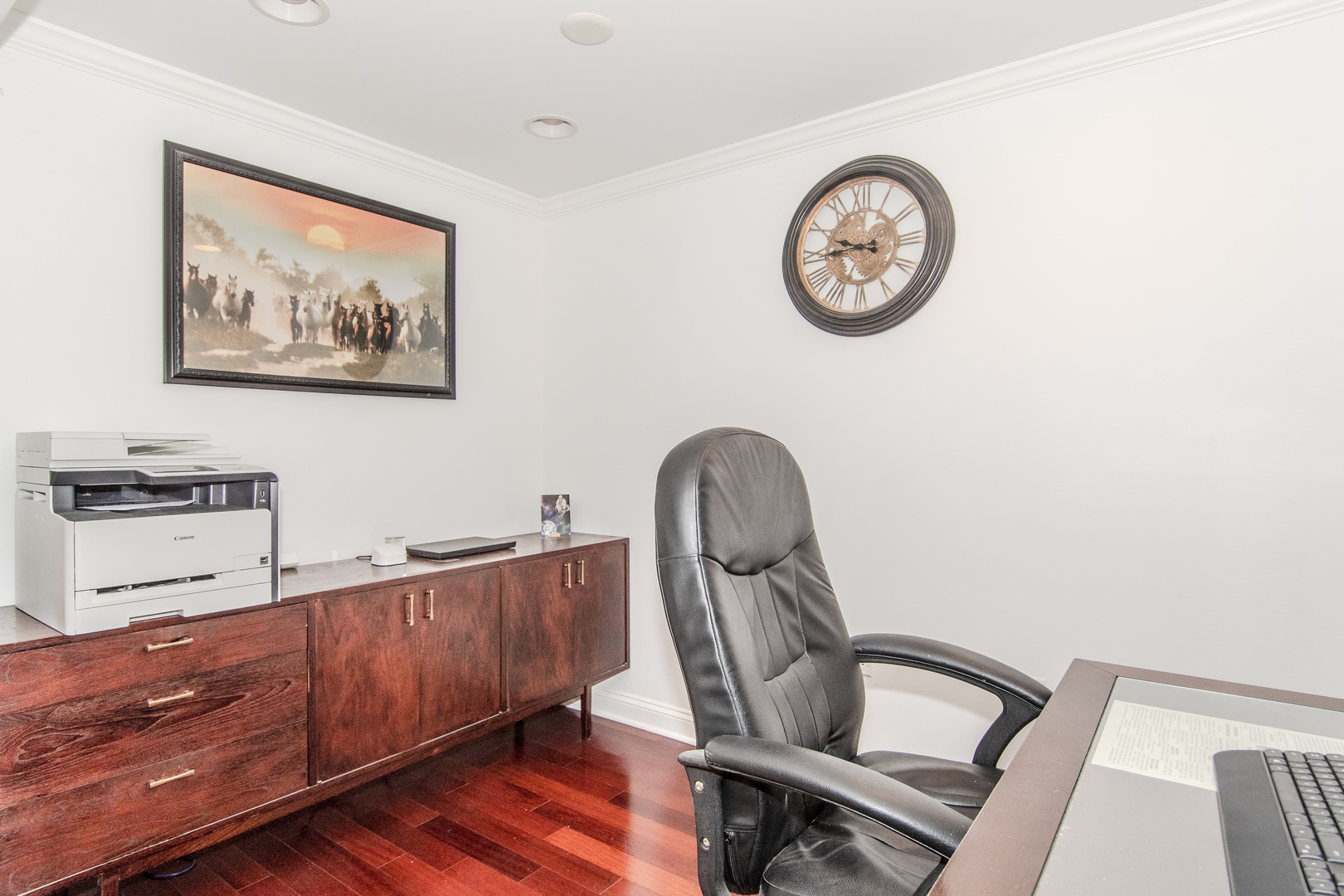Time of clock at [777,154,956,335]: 9:44
